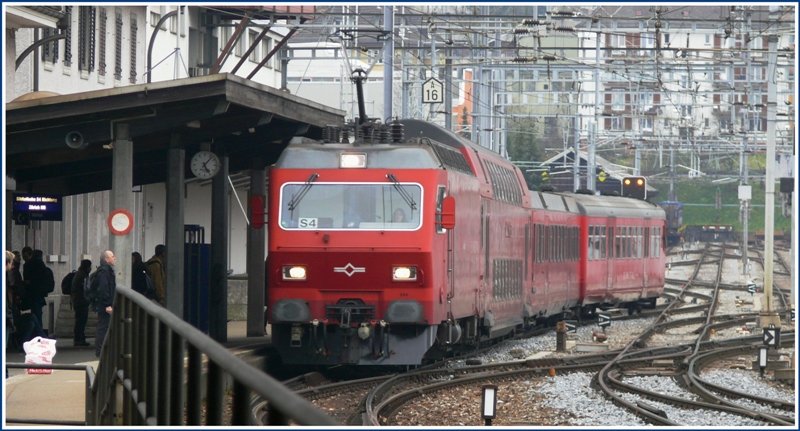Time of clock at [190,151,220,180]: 5:06
